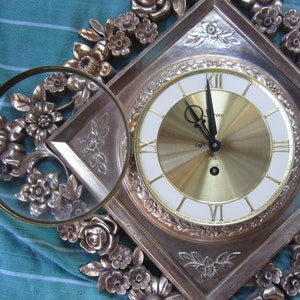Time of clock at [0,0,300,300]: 10:59
